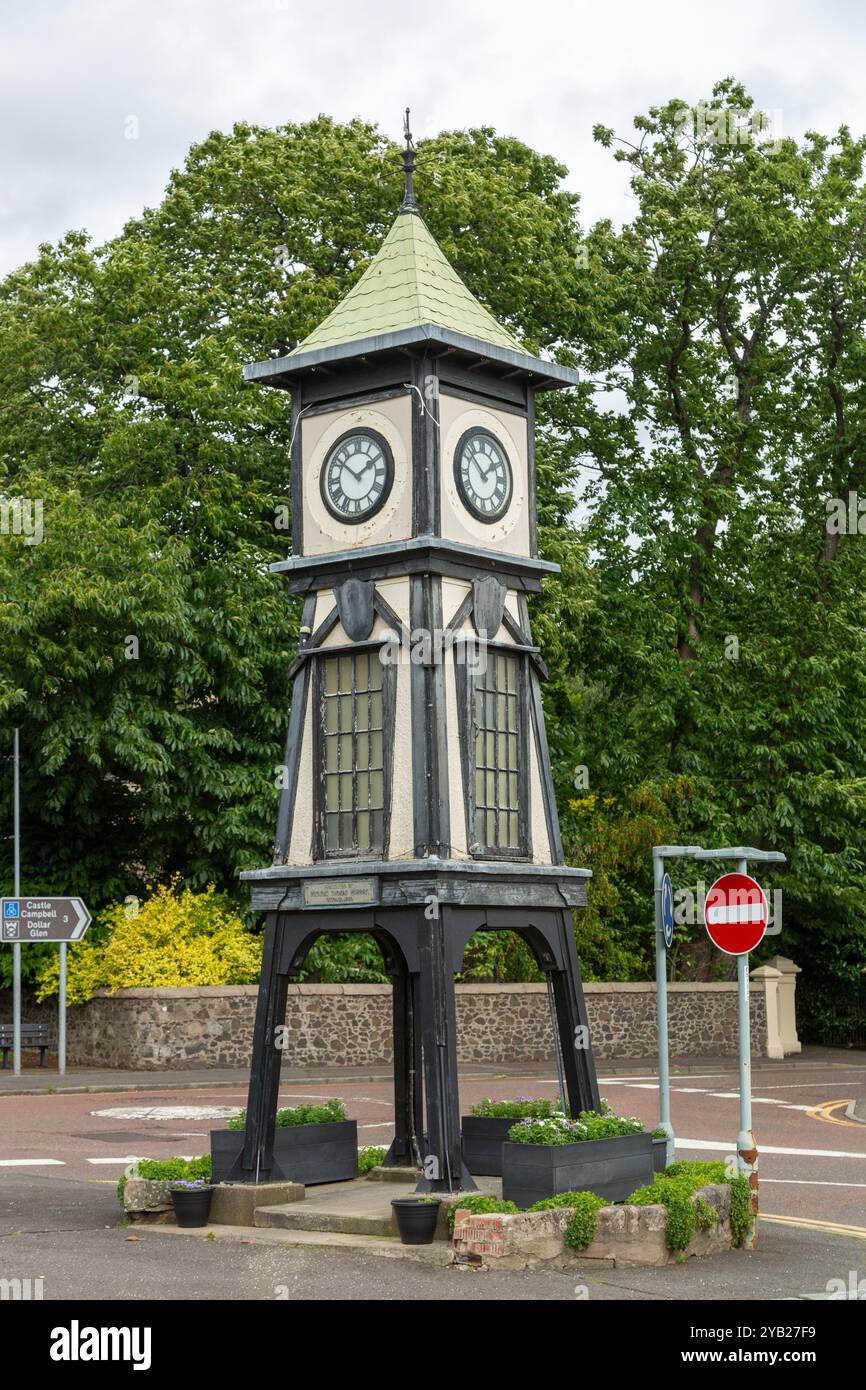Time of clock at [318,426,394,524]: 1:51
